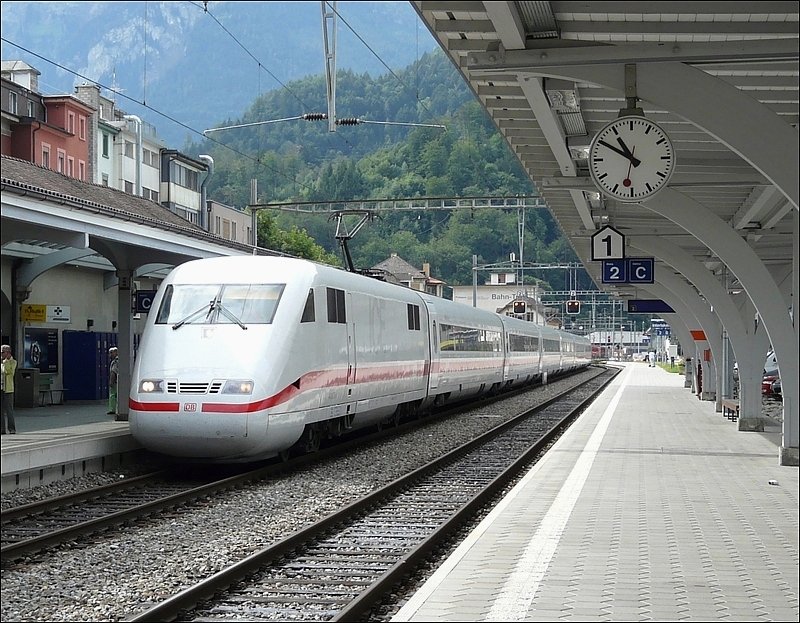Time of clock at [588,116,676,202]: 10:50
